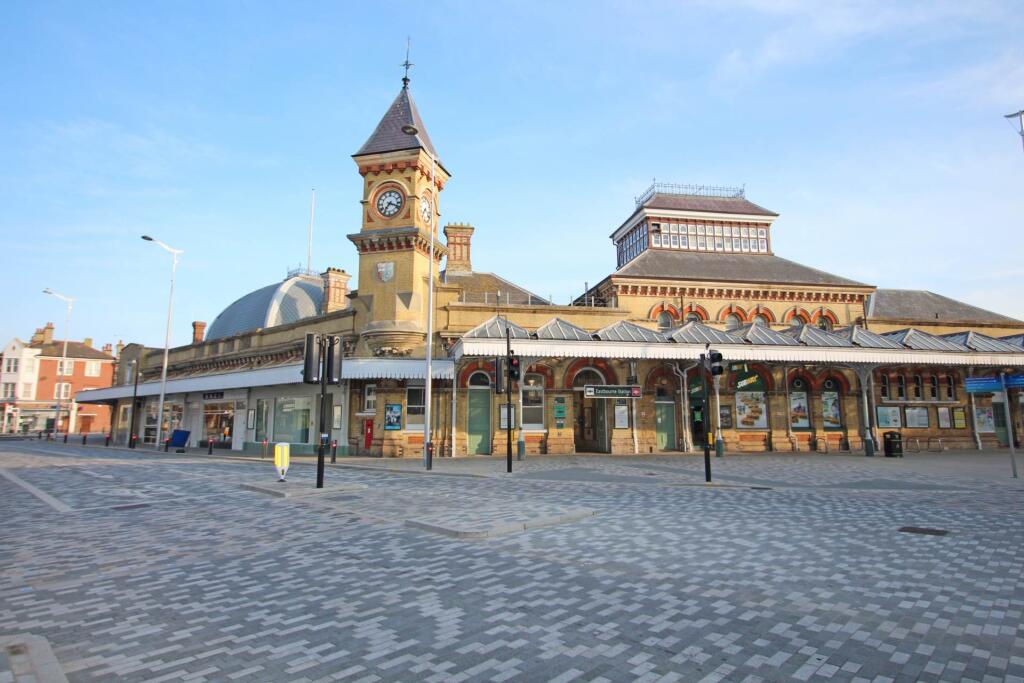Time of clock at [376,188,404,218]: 7:18
